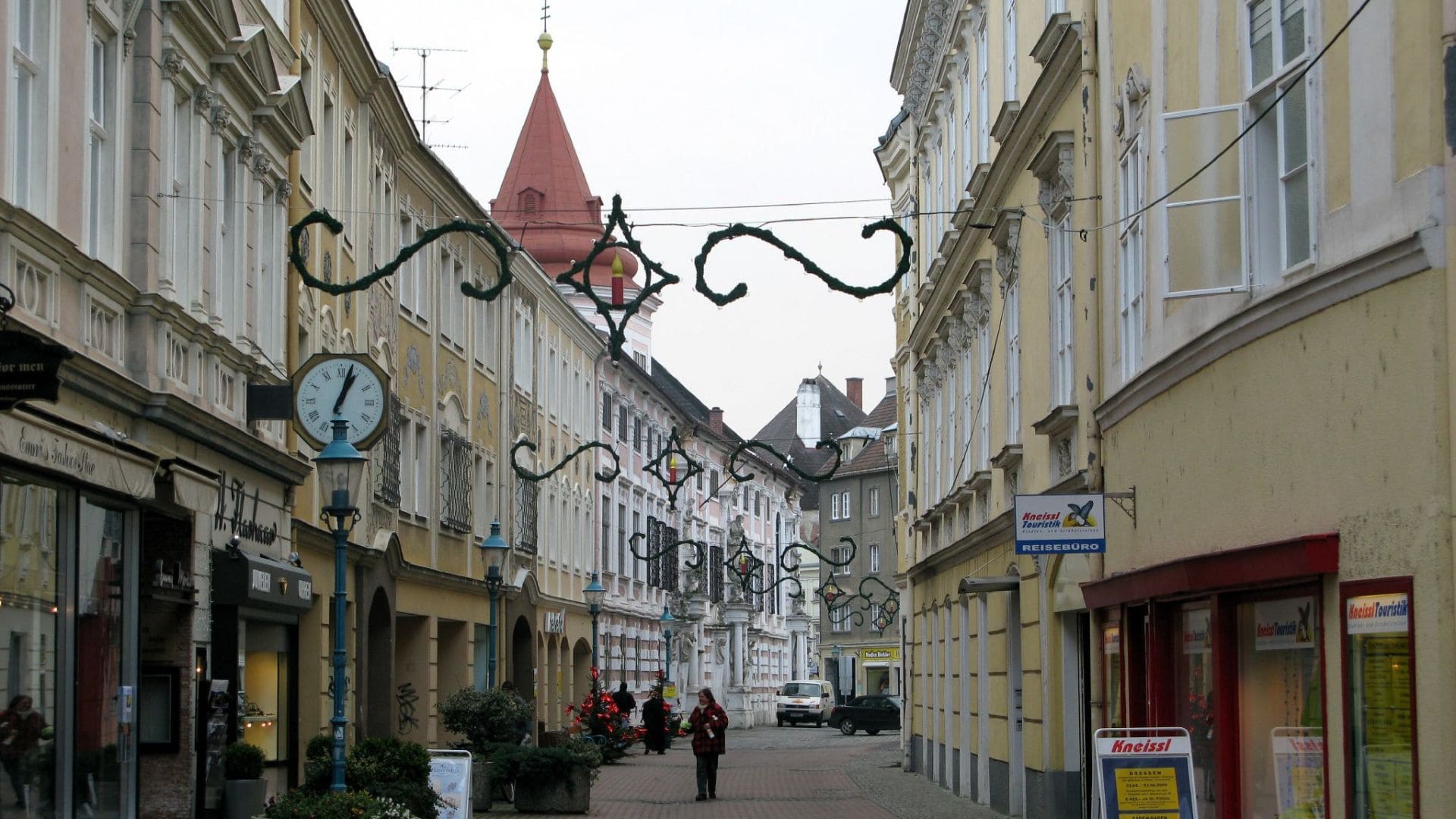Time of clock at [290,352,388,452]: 1:03
